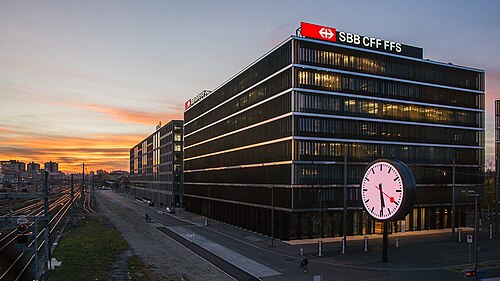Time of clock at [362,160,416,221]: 5:29
